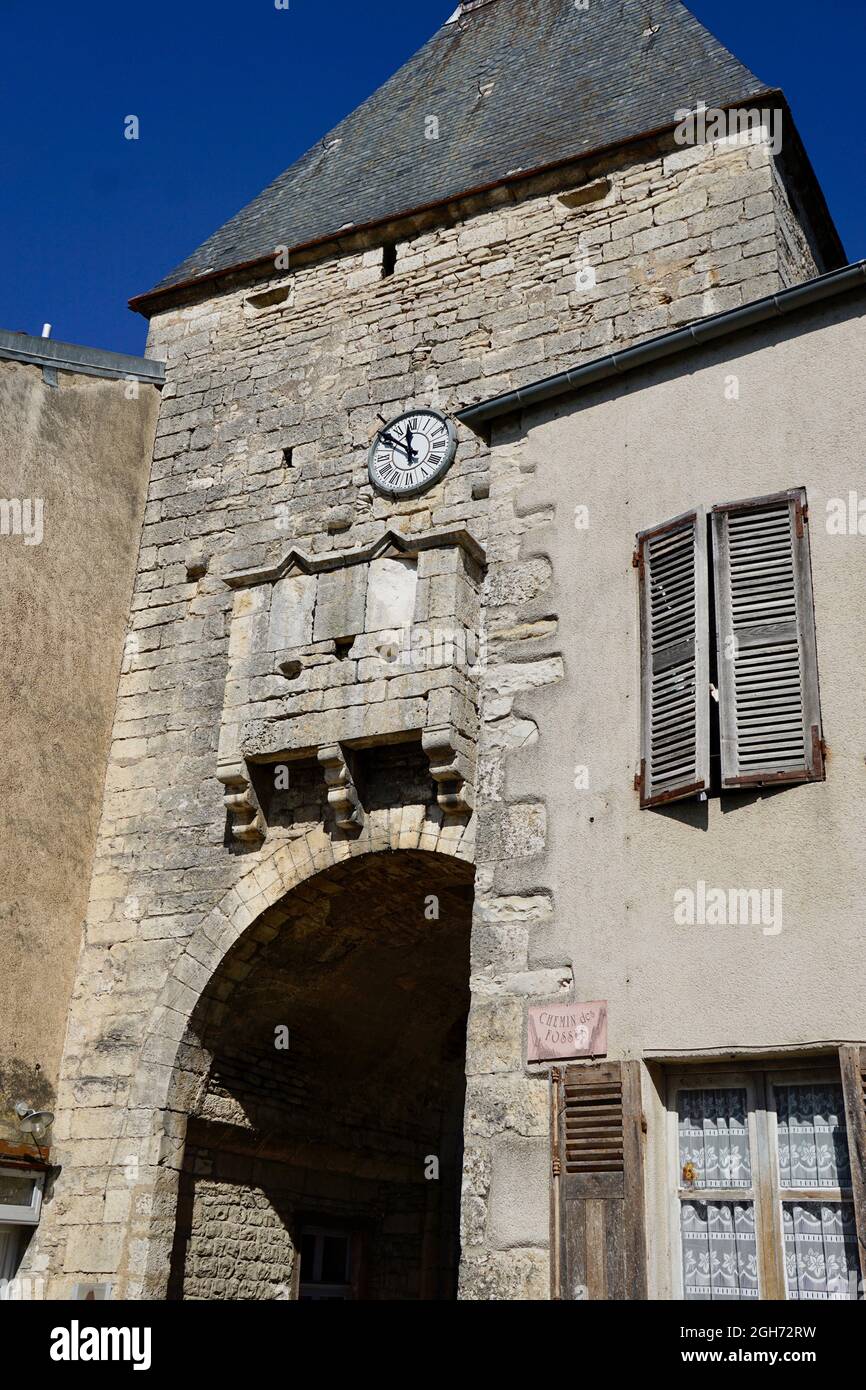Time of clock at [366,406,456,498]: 11:51
